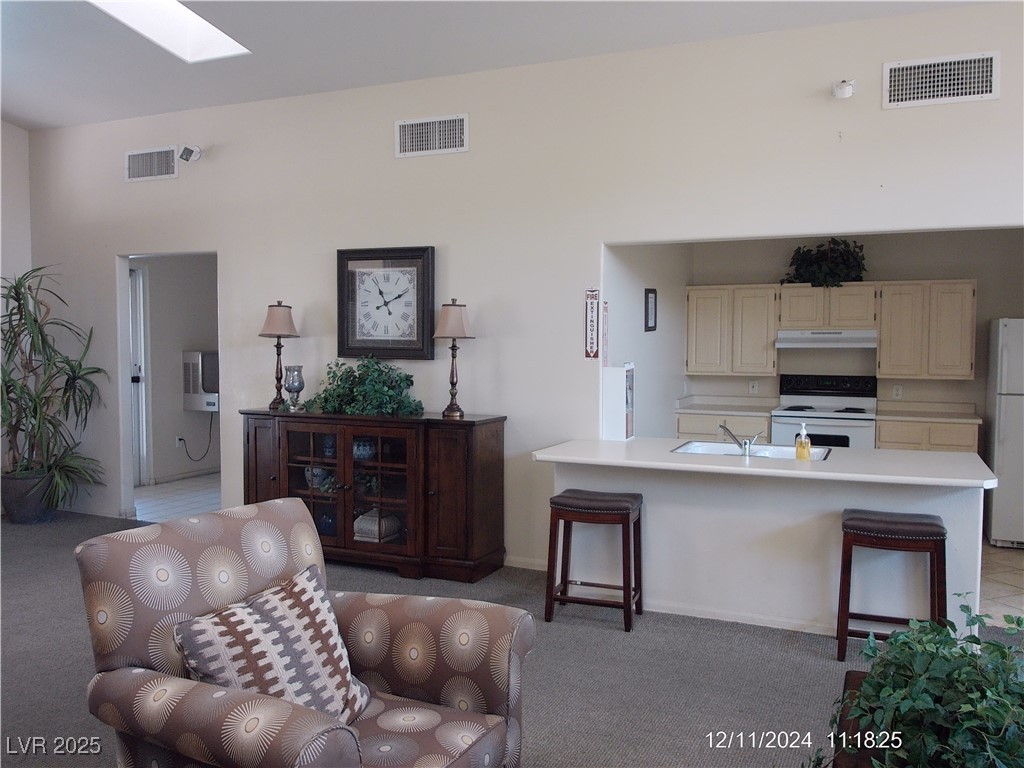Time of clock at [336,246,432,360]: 11:10
